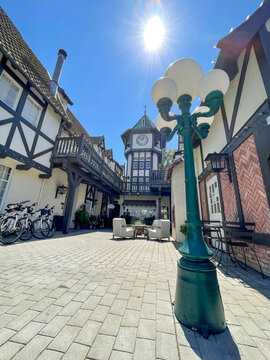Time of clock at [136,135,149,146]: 12:52
